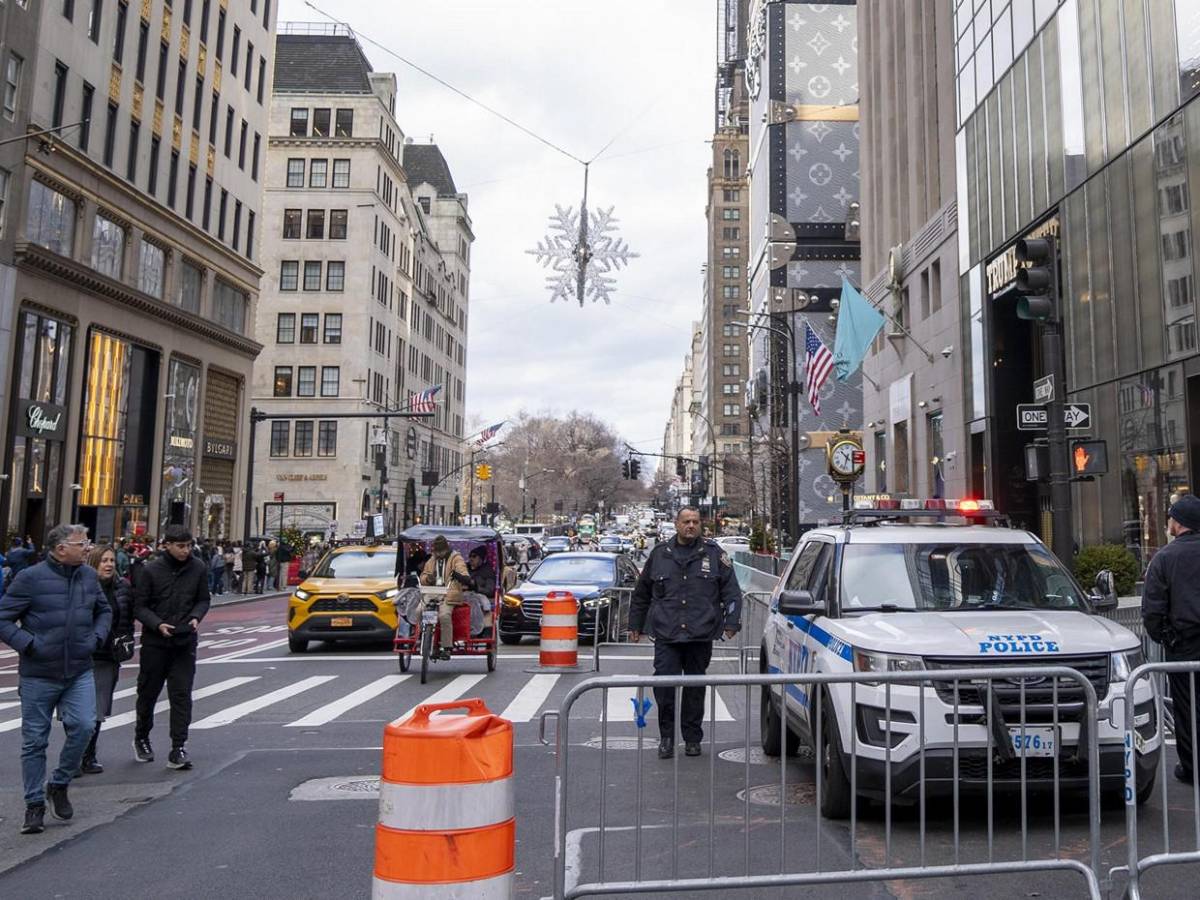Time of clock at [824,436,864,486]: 10:32
